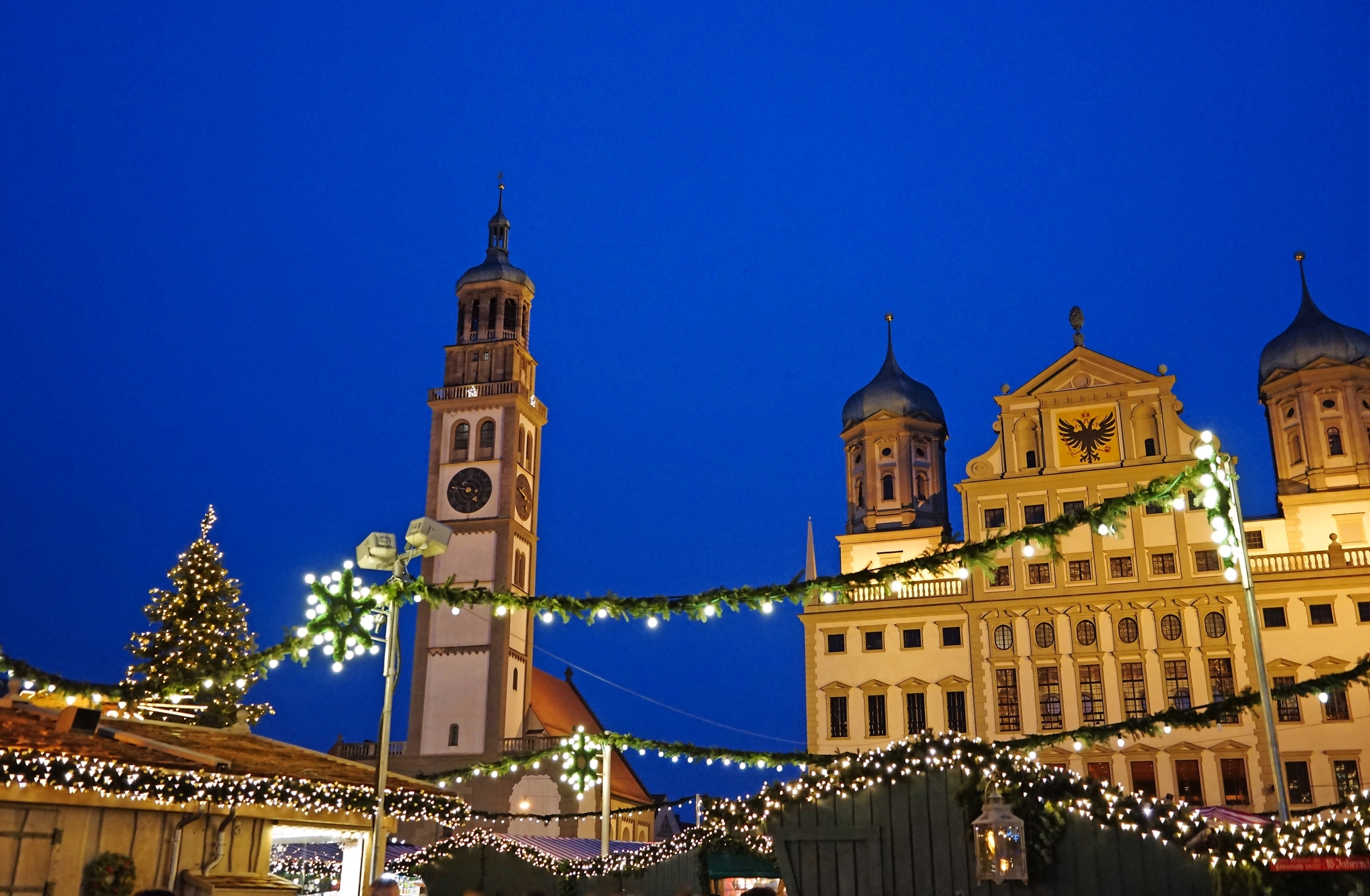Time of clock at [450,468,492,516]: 4:46
